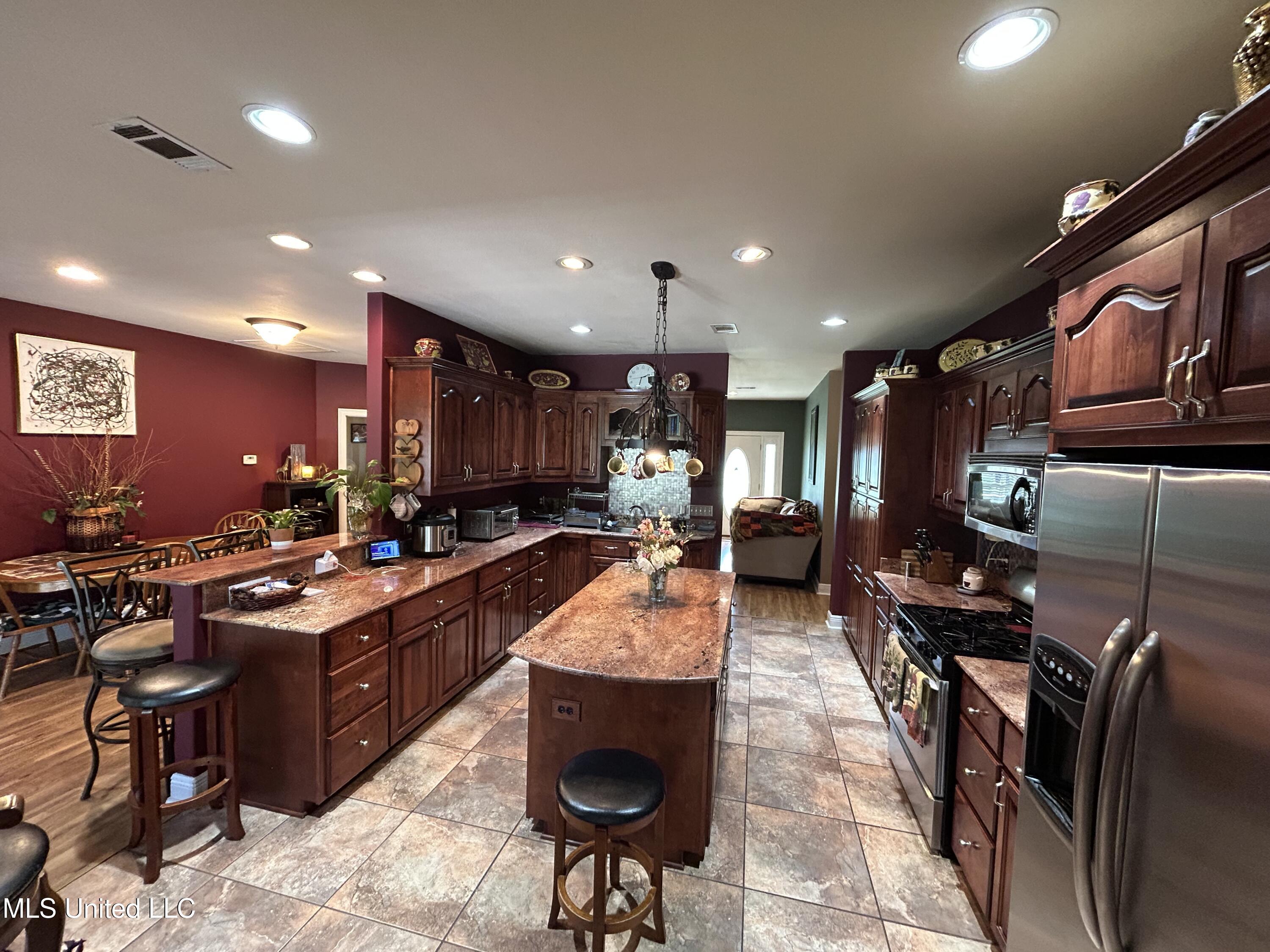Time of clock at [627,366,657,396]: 2:31
